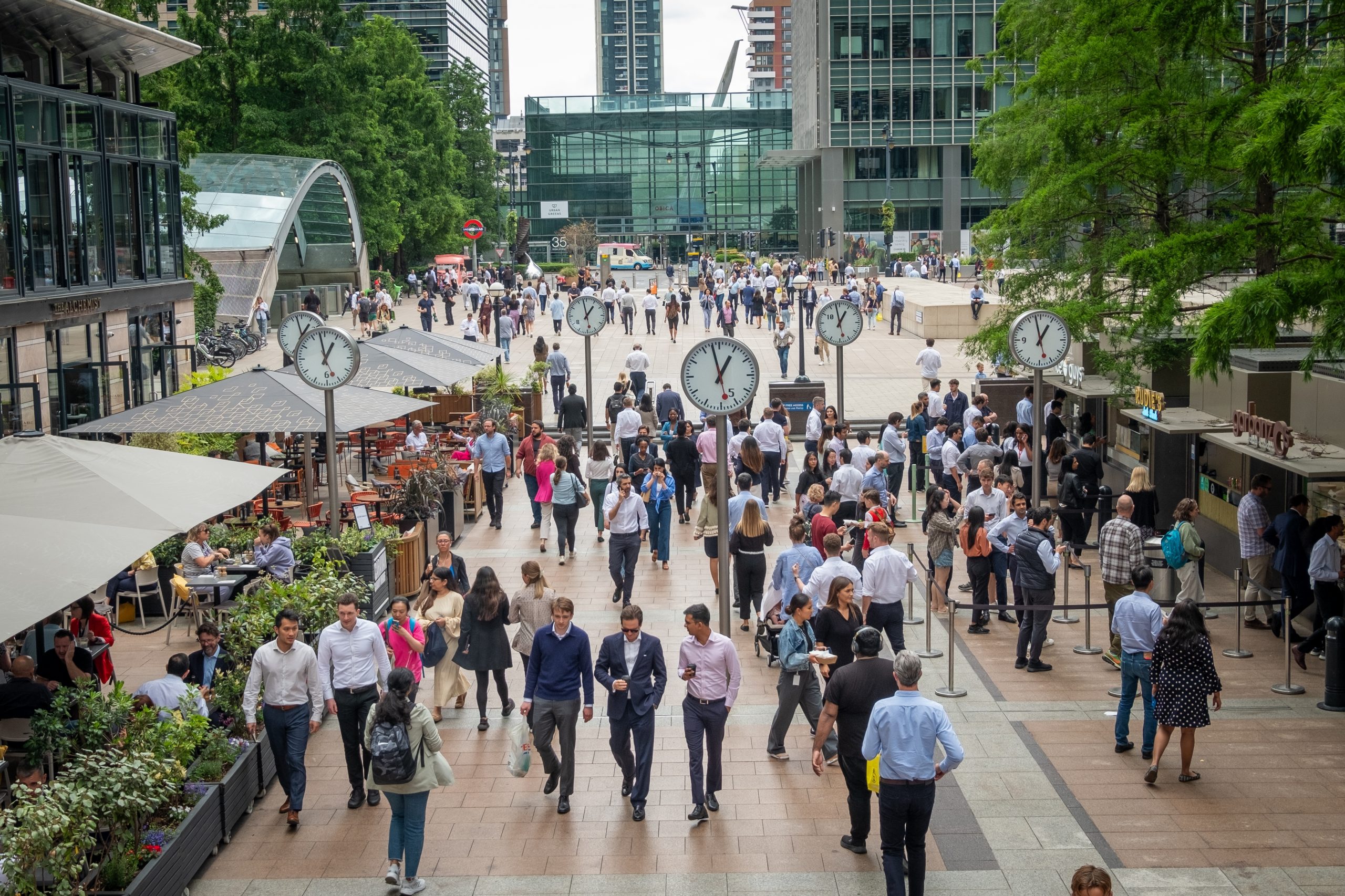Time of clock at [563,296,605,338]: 12:58
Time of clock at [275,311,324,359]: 12:57
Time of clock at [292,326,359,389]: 12:57
